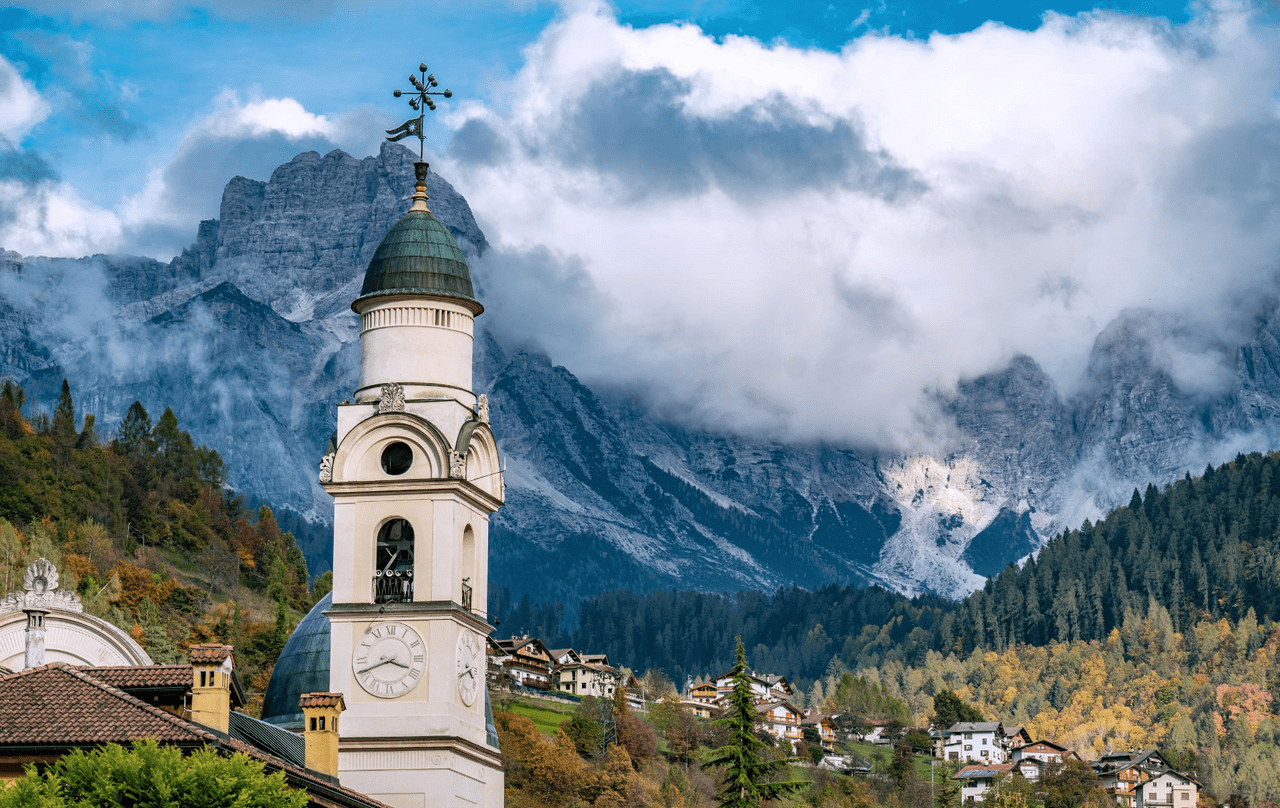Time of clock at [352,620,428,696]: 3:41
